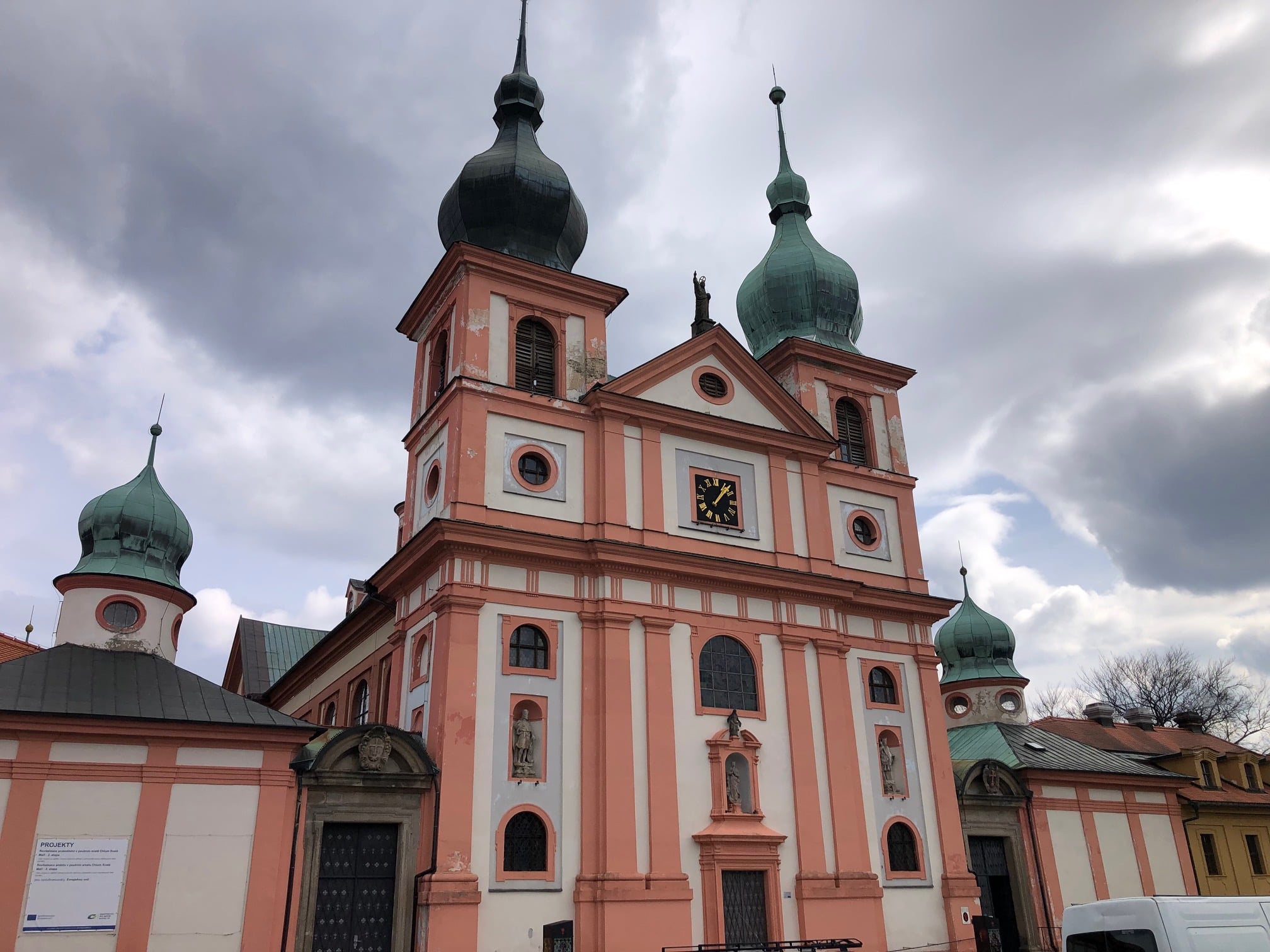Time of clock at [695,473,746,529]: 1:07
